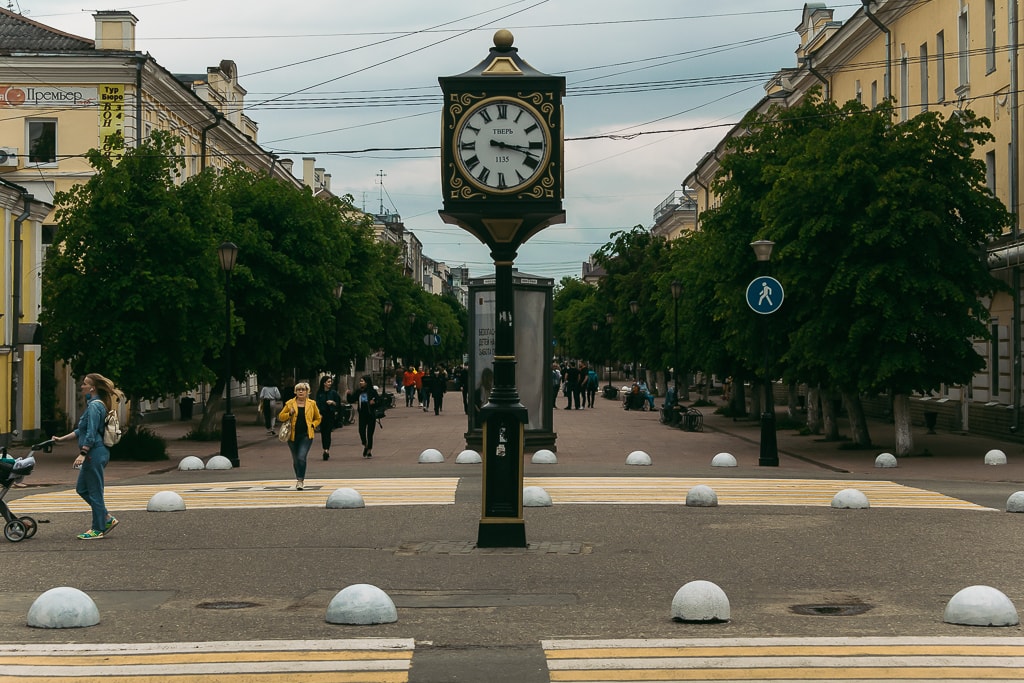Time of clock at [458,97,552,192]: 3:17
